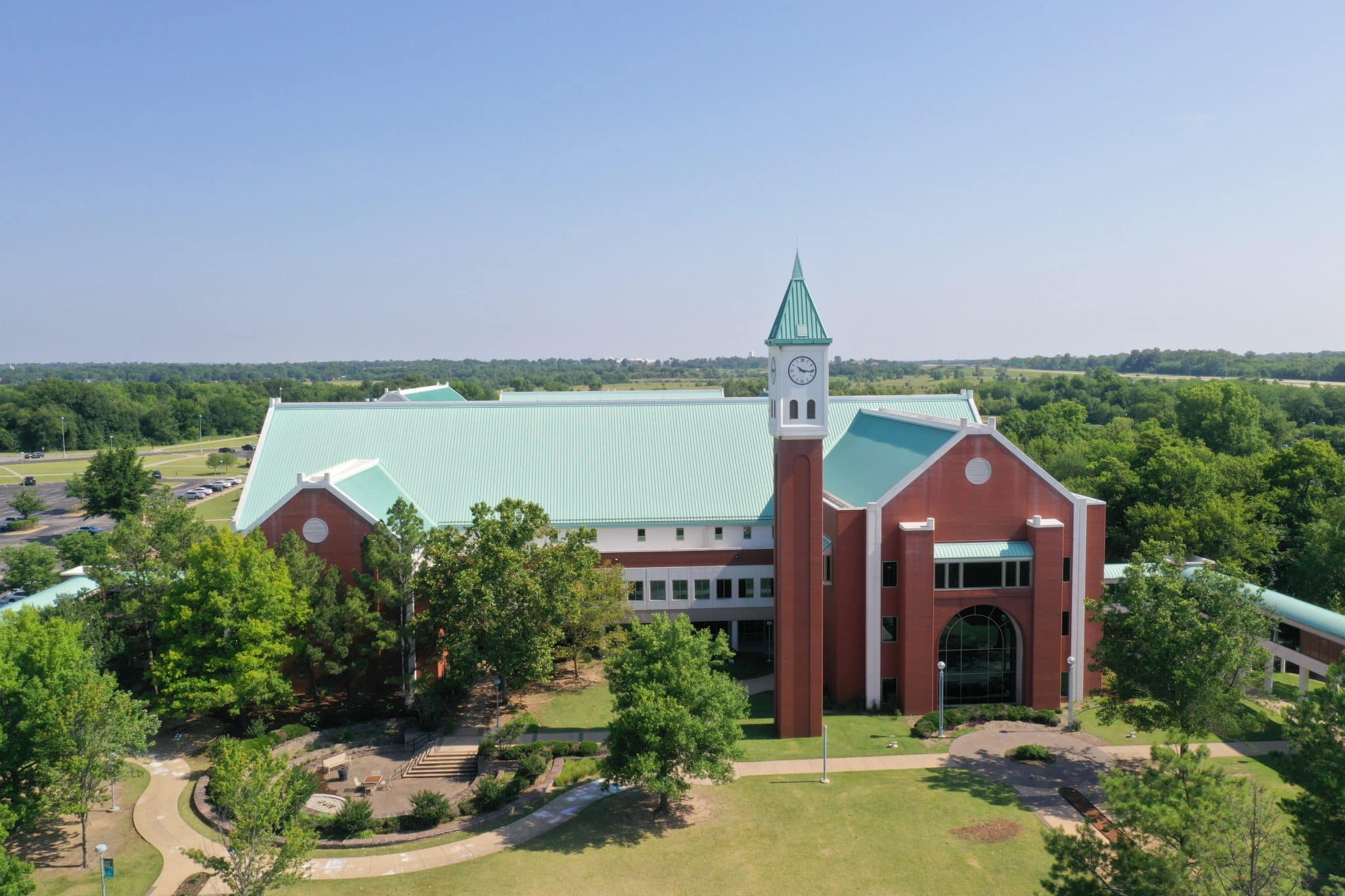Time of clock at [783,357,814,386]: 10:16
